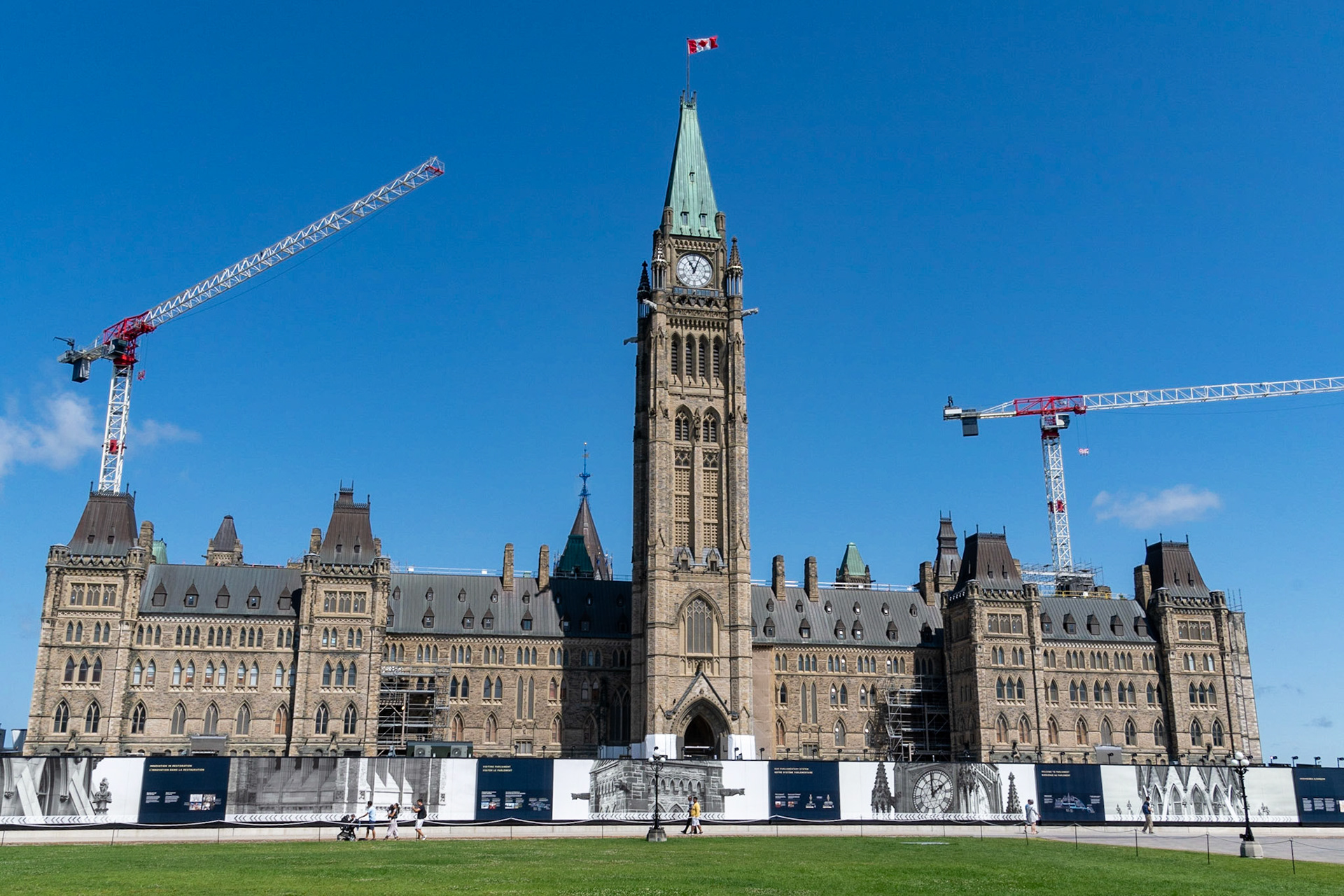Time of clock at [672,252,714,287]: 11:03
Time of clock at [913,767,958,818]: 1:59
